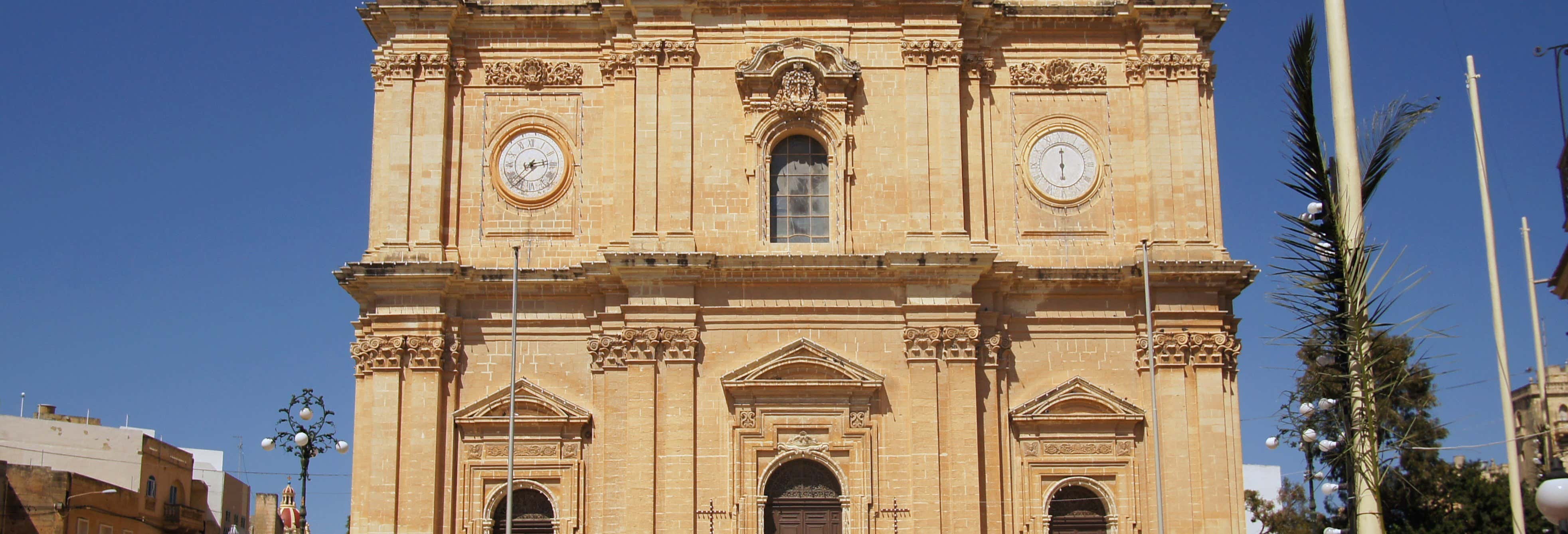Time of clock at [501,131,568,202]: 2:37
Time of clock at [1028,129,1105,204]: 6:00
